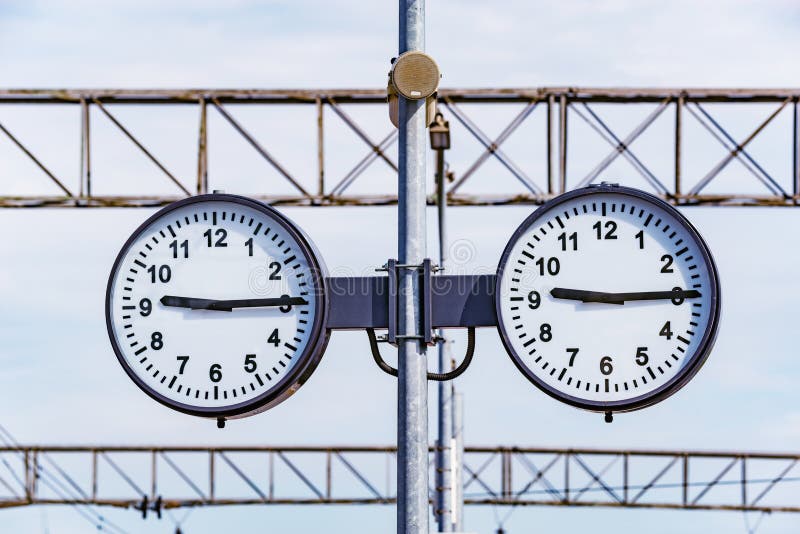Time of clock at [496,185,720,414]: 9:14
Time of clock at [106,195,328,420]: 9:14
